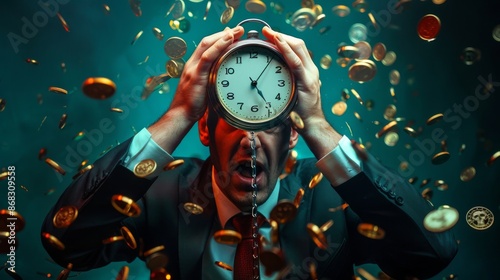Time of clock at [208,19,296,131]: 5:06
